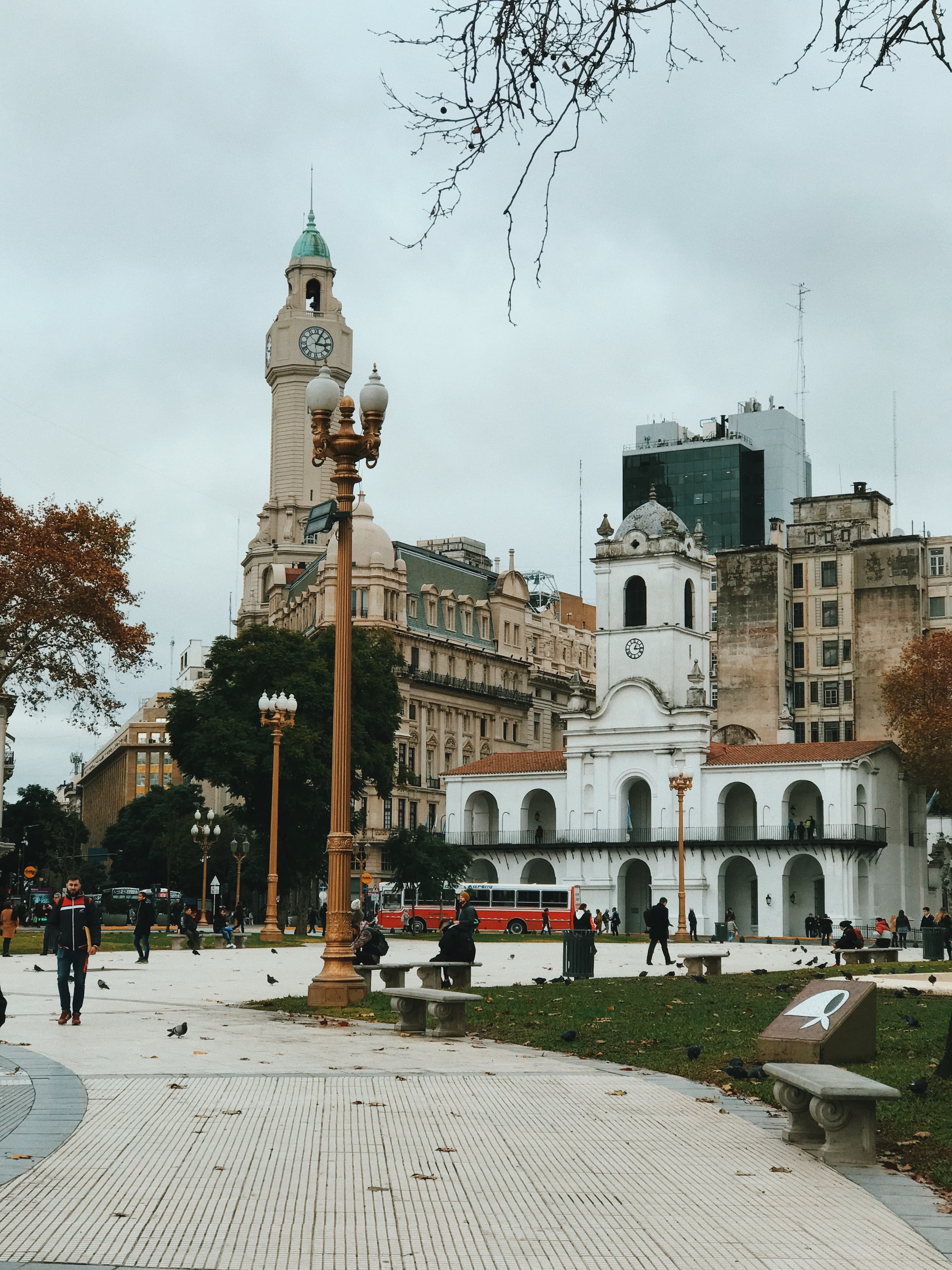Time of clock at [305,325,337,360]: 3:04
